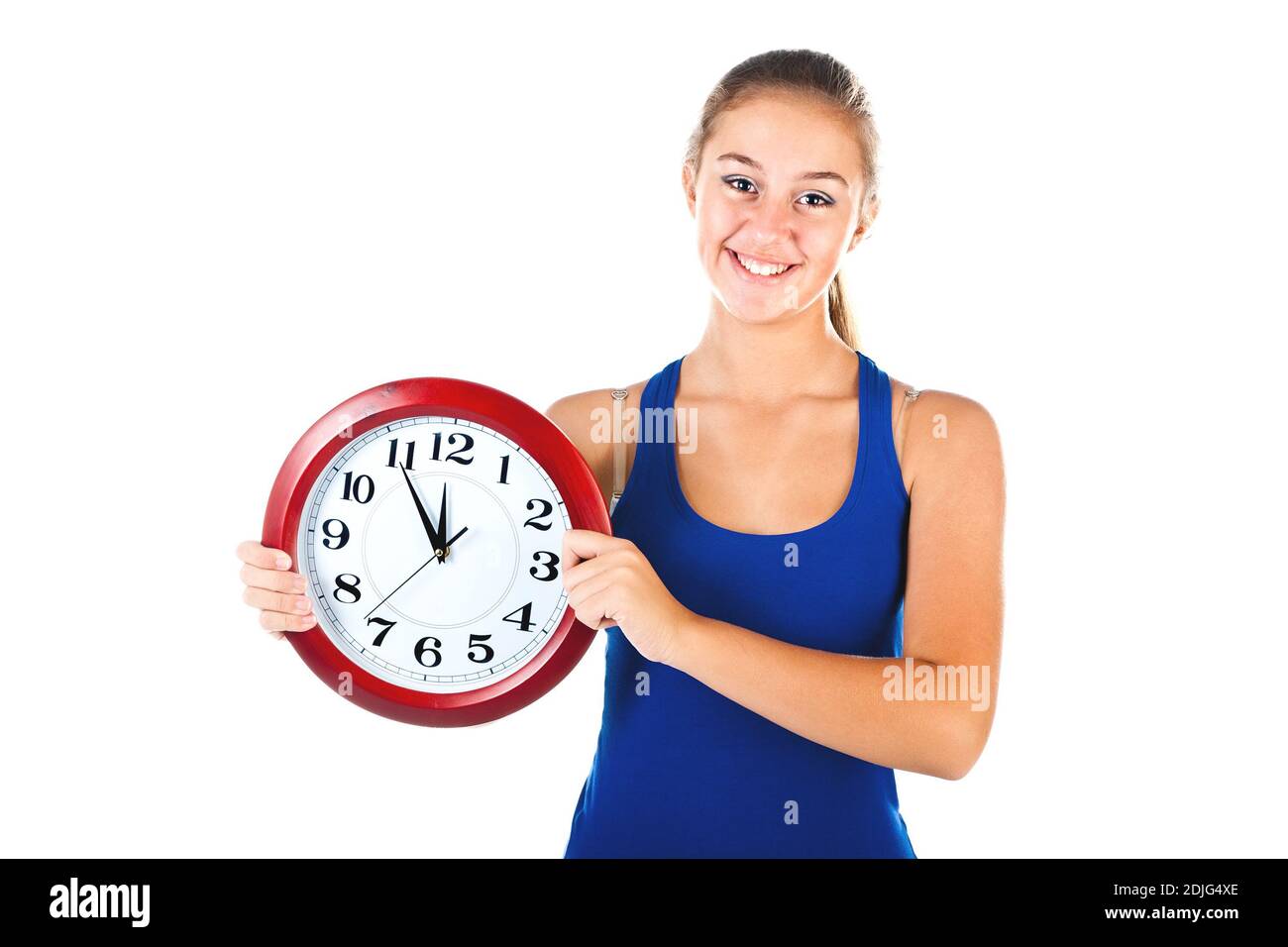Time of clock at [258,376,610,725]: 11:54
